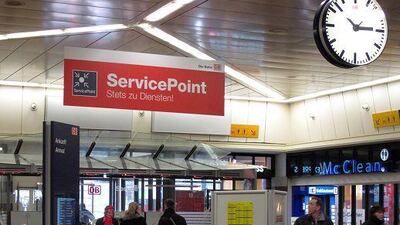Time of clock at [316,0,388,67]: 10:14
